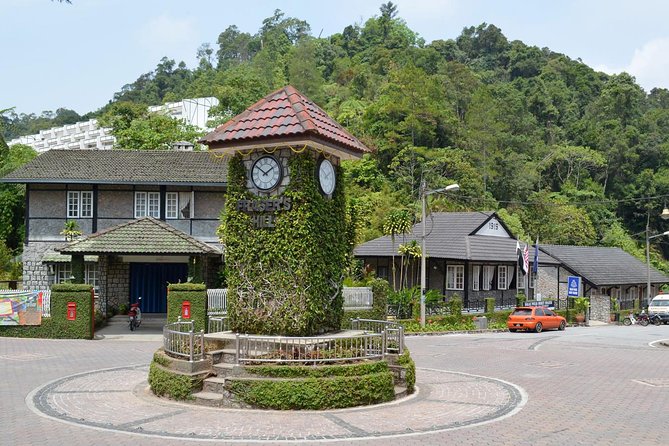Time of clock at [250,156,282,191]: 1:50
